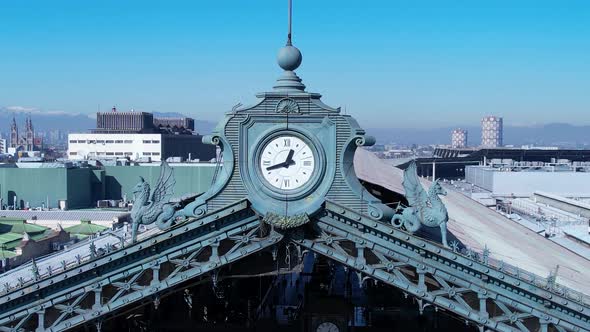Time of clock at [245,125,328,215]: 12:42
